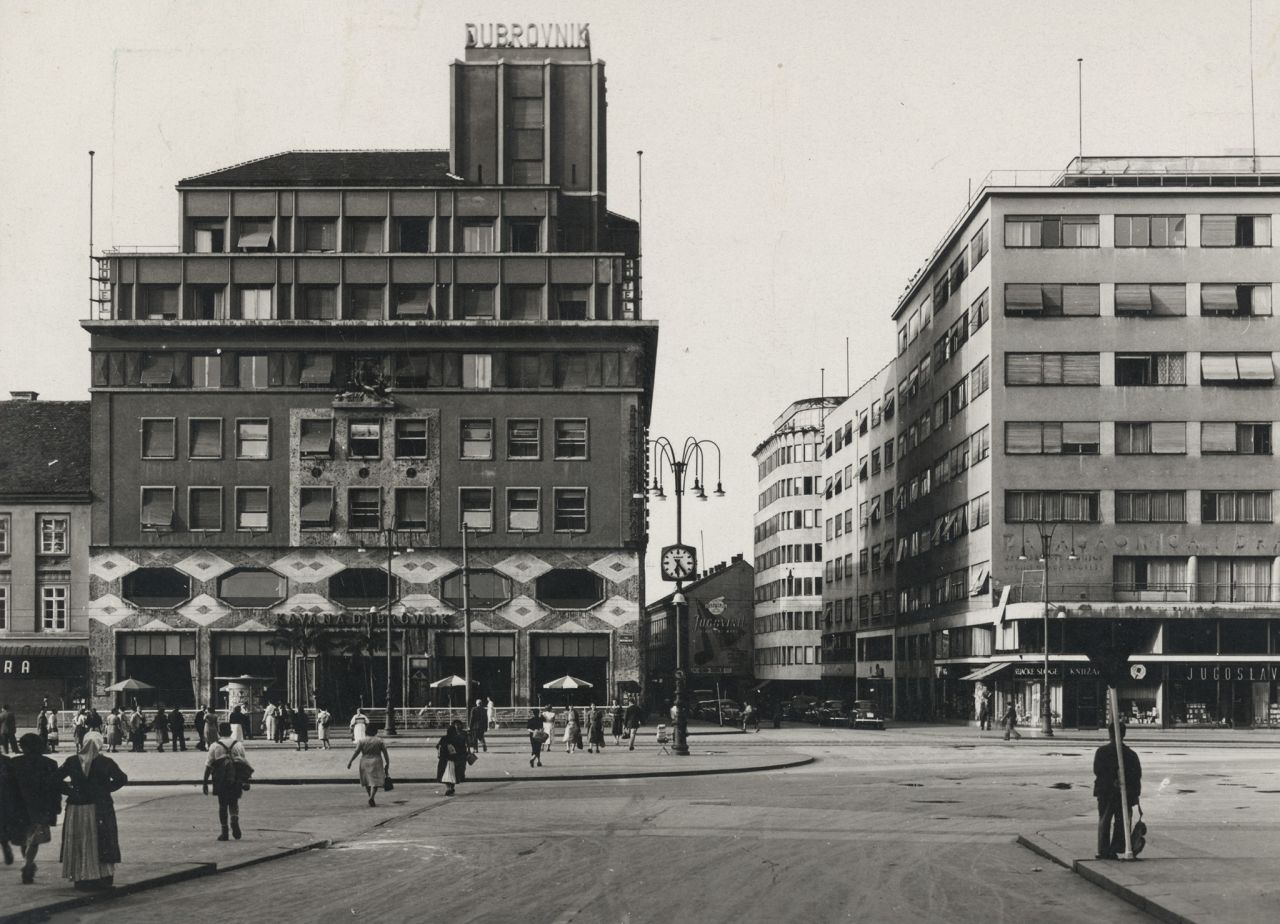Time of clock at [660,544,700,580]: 6:23
